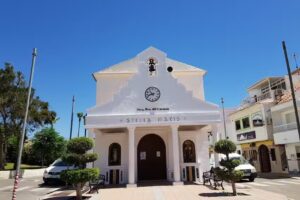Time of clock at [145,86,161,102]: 10:42
